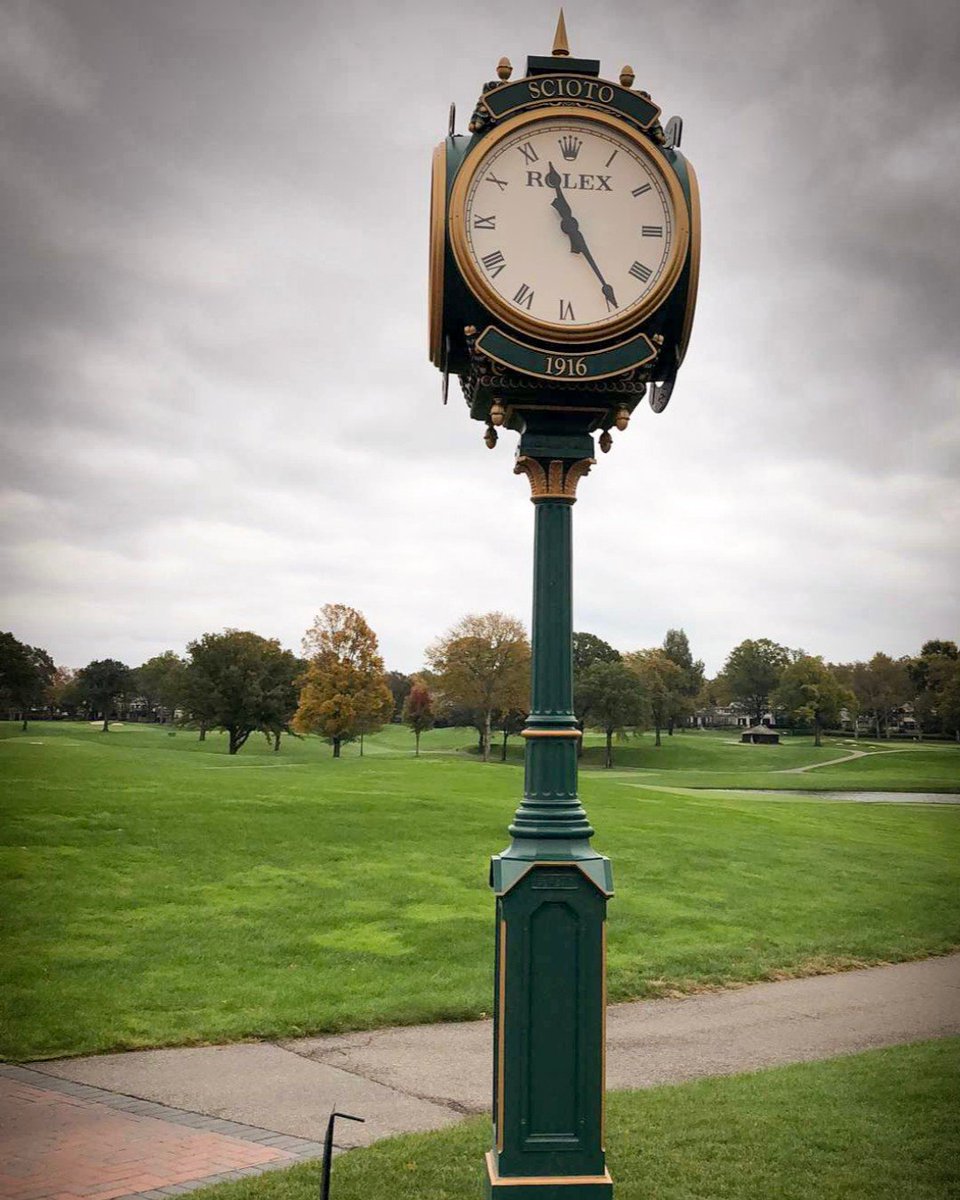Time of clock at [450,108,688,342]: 11:24
